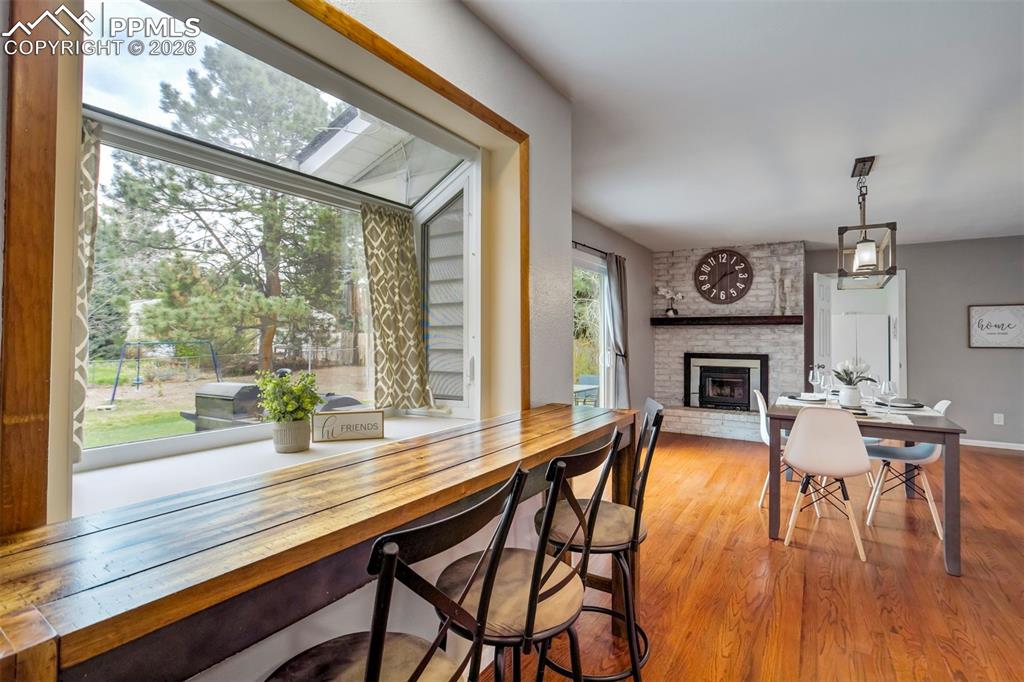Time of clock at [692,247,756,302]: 2:37
